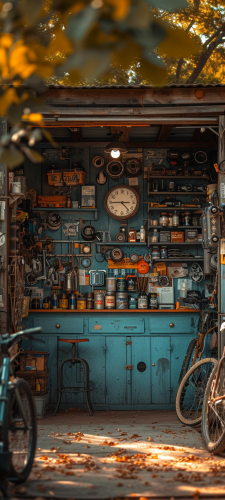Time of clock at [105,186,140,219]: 4:44
